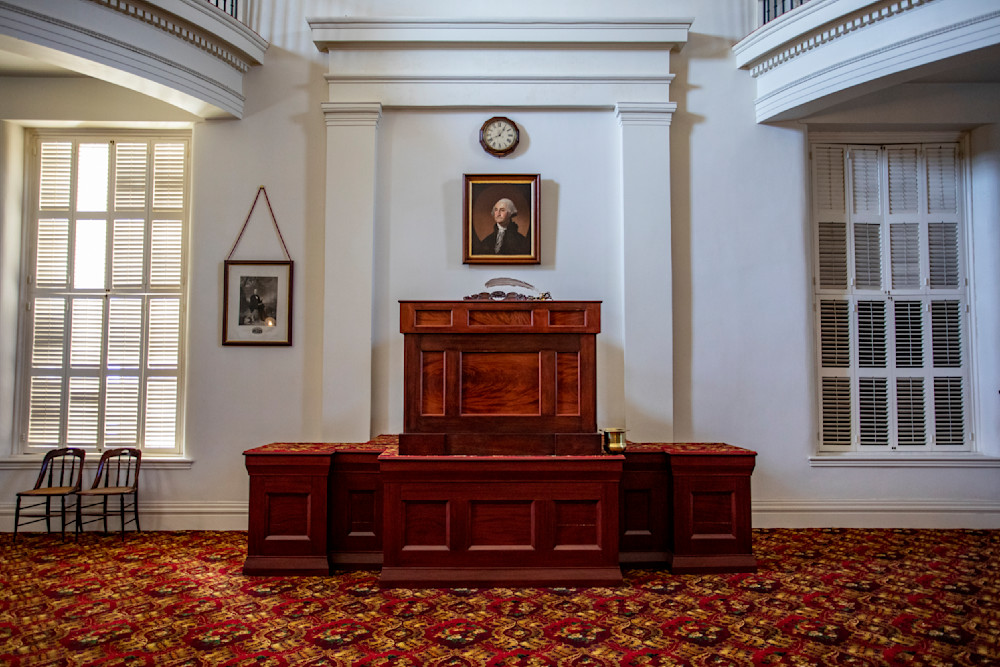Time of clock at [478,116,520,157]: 8:05
